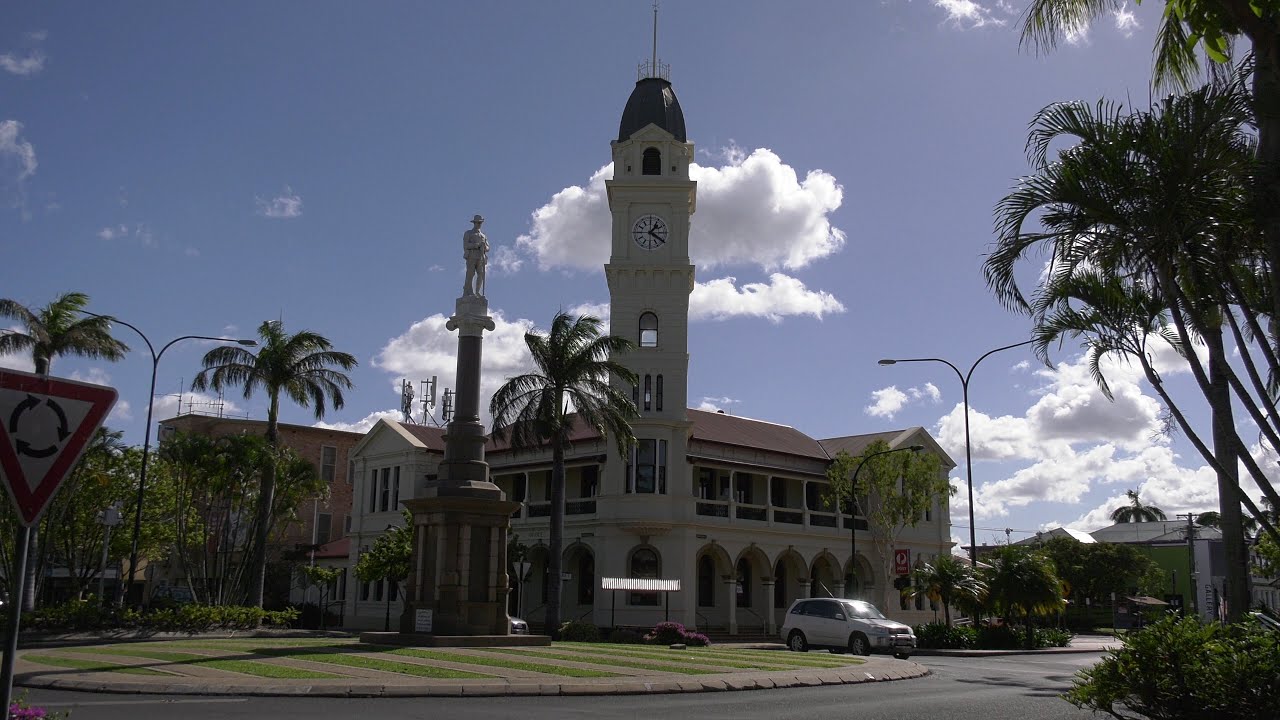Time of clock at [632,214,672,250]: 1:20
